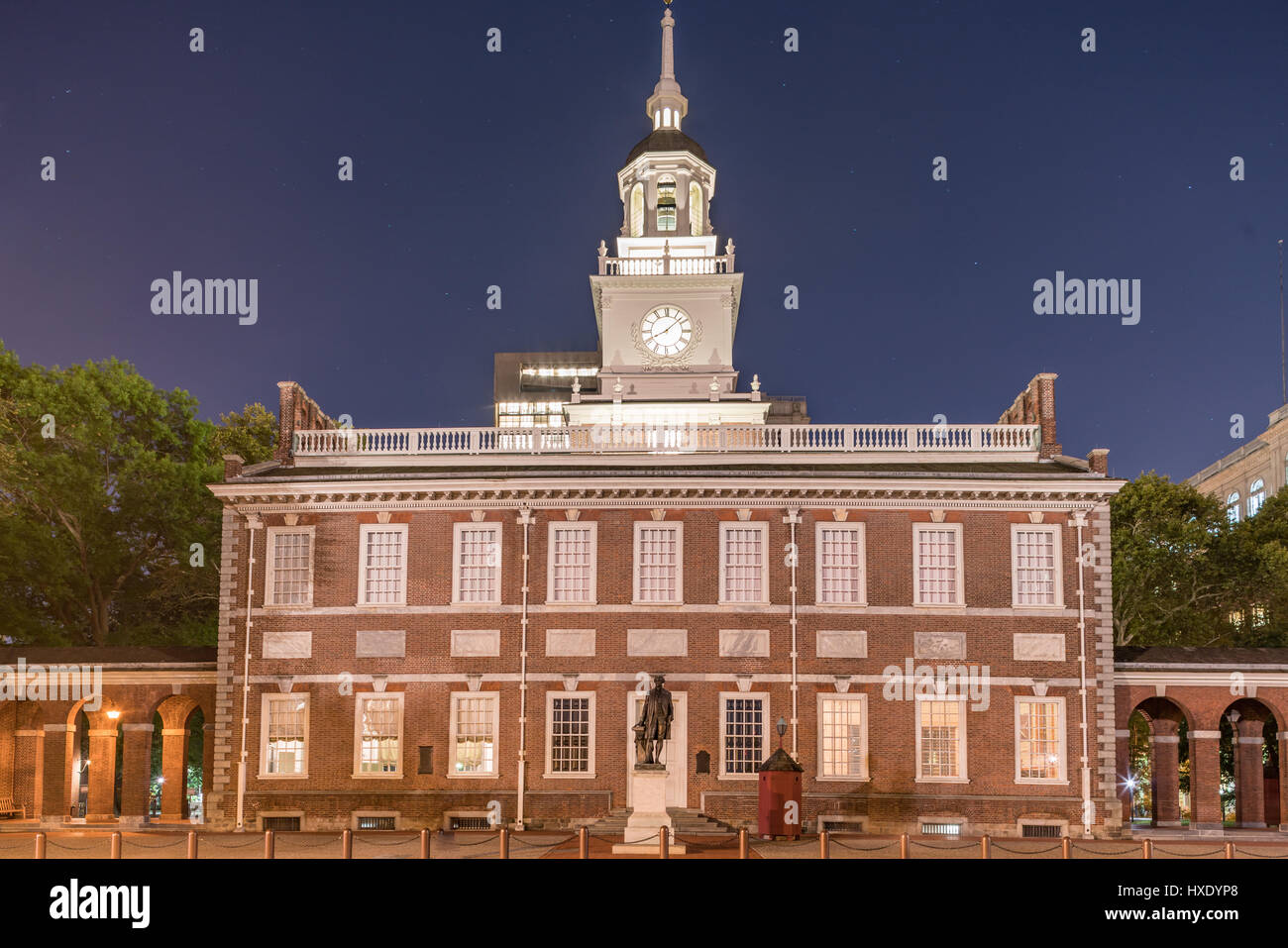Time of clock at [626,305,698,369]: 8:08
